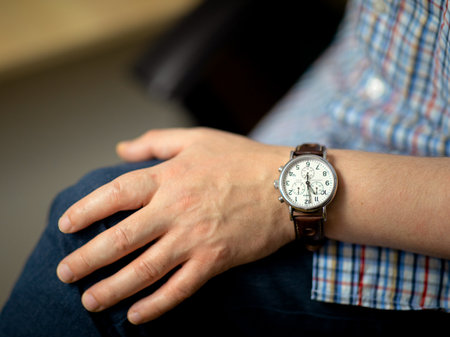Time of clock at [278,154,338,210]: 4:28
